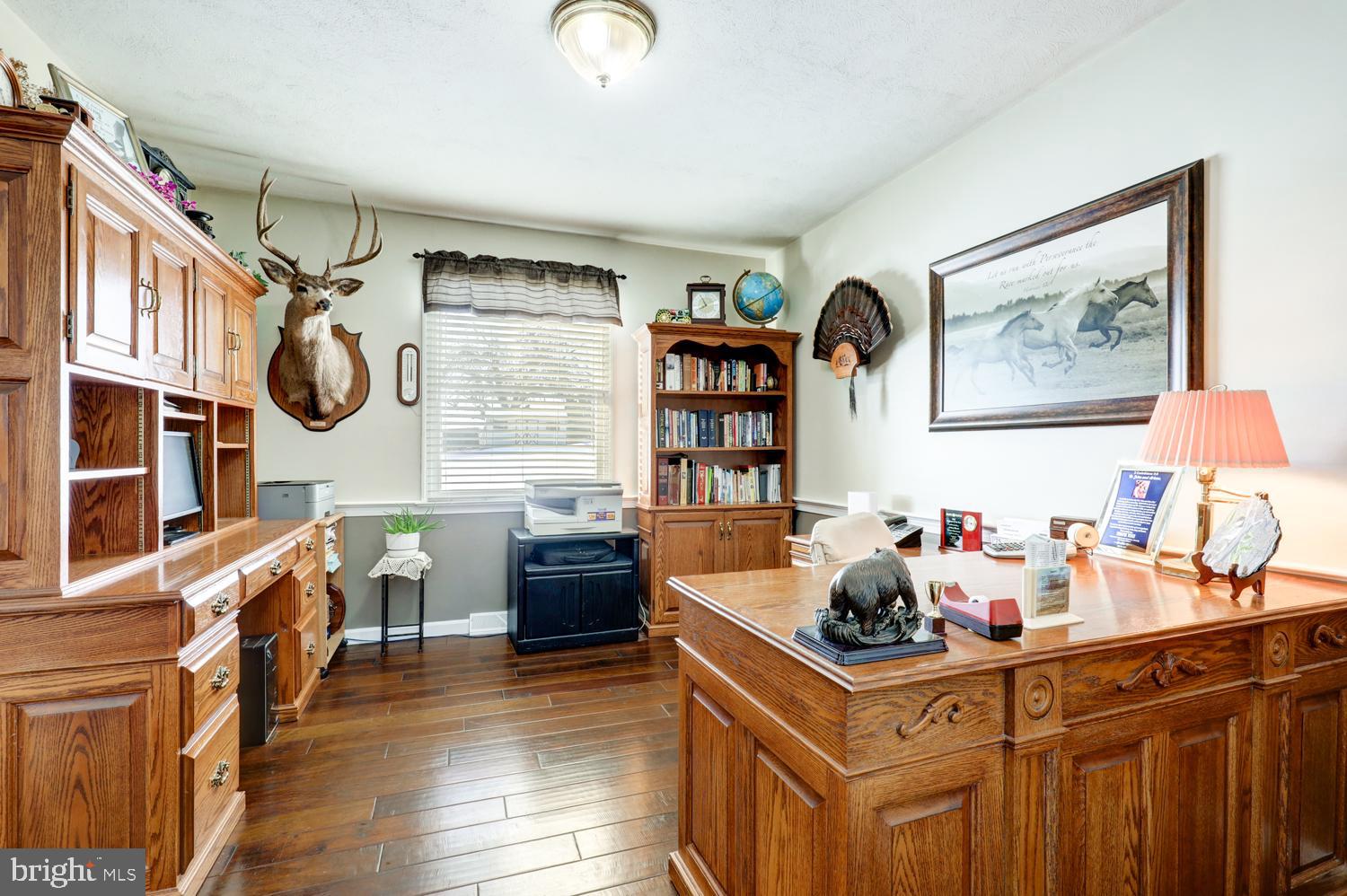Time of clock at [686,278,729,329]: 7:54
